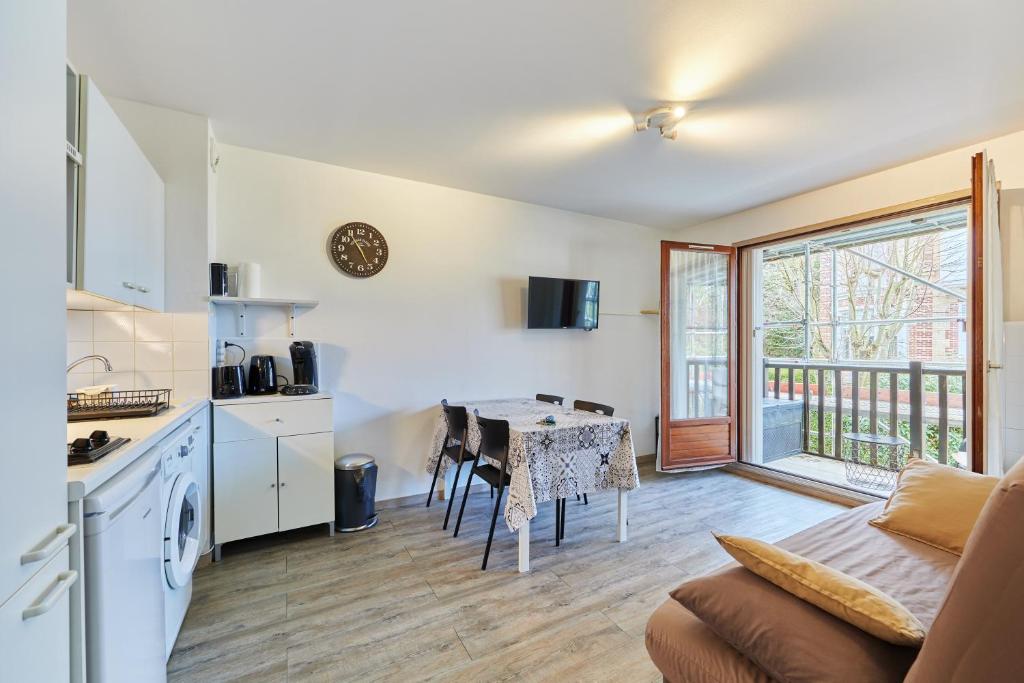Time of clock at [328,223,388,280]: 4:54
